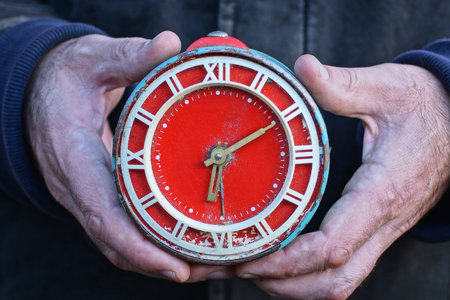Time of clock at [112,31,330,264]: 6:10
